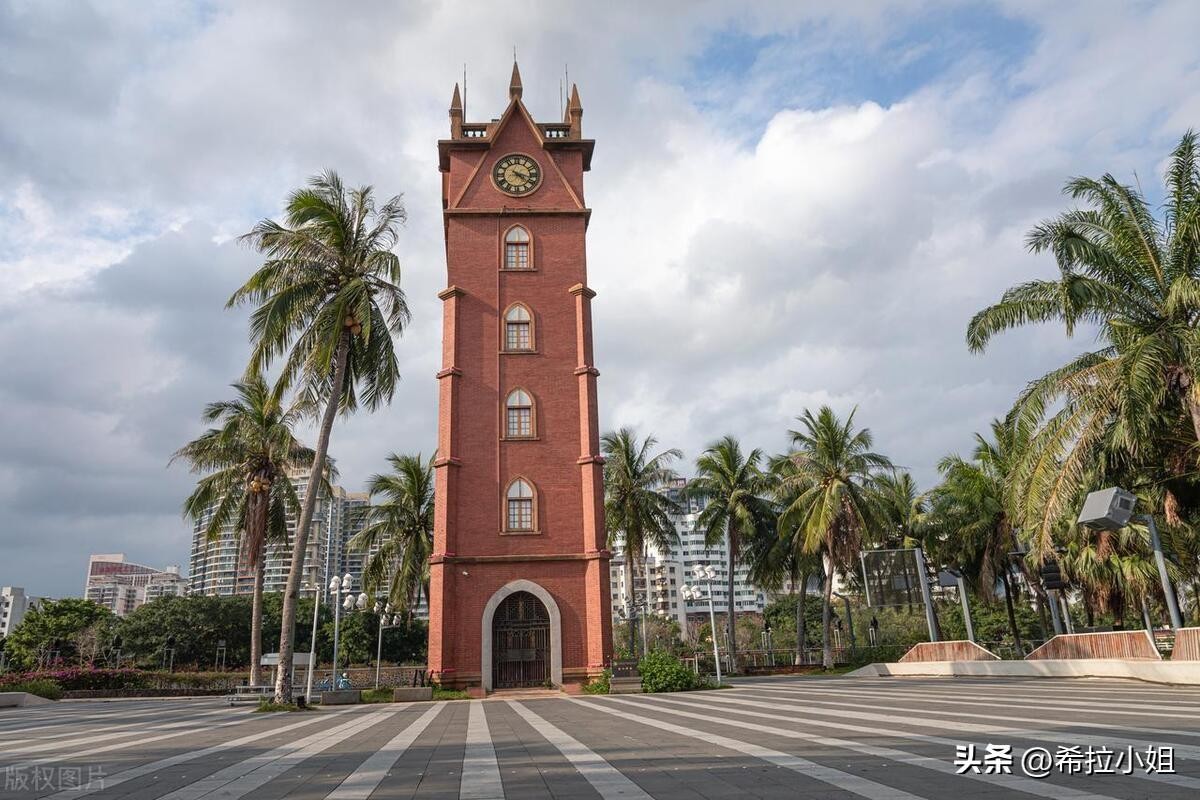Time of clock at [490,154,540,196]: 4:17
